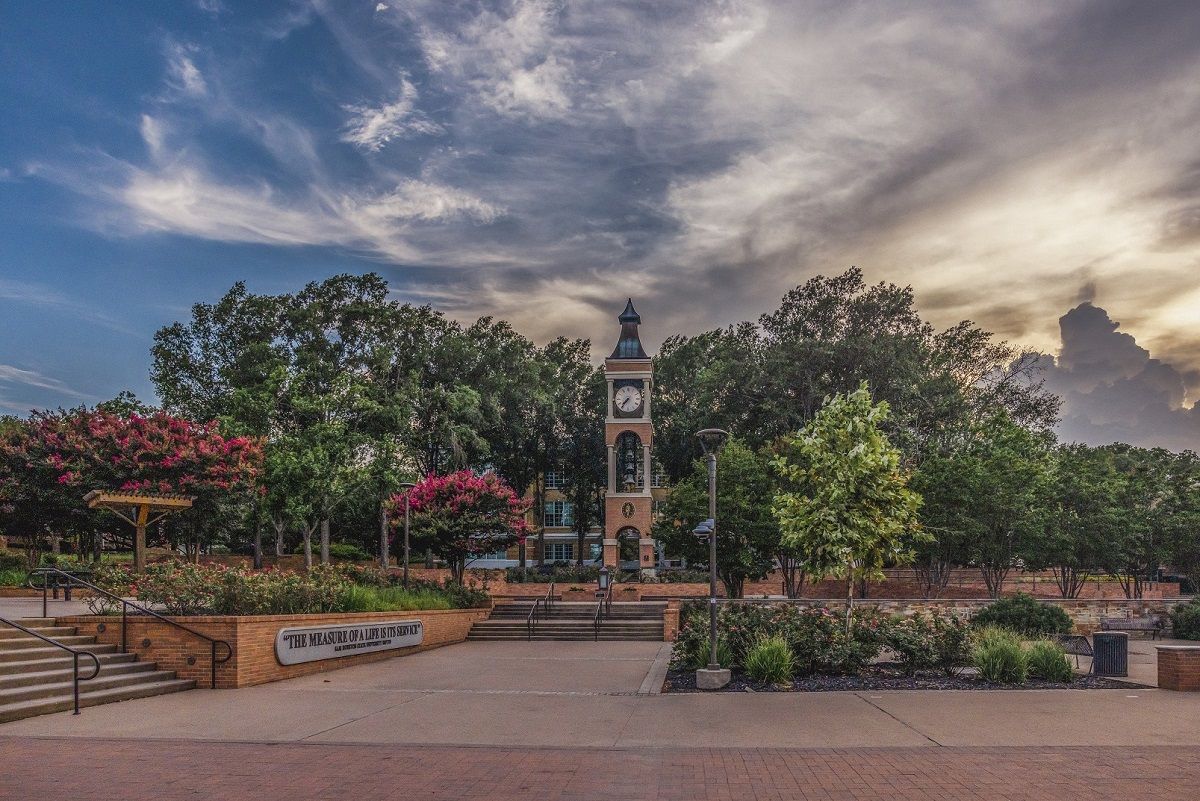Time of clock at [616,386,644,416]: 7:36
